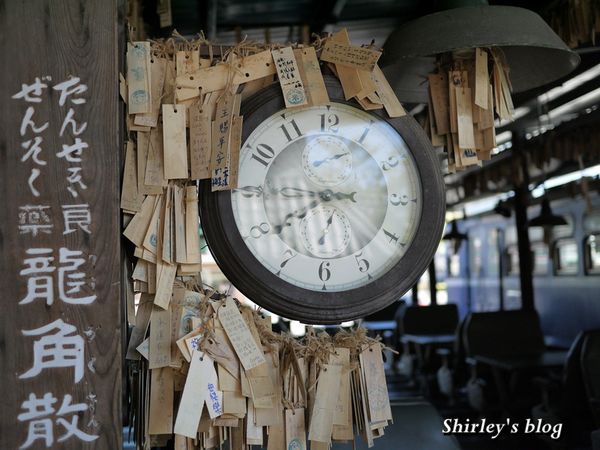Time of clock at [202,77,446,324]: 7:44
